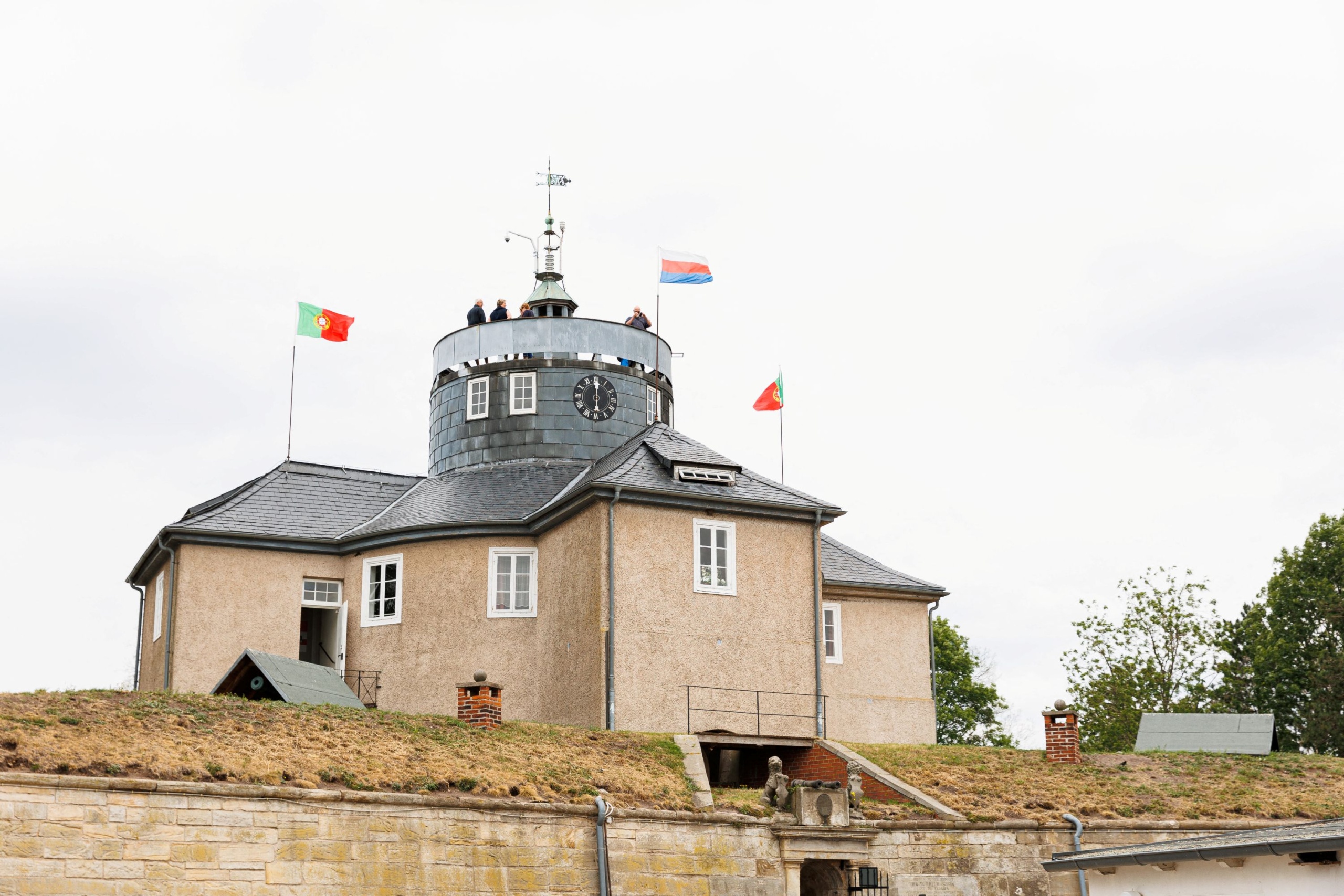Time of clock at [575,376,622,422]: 6:00
